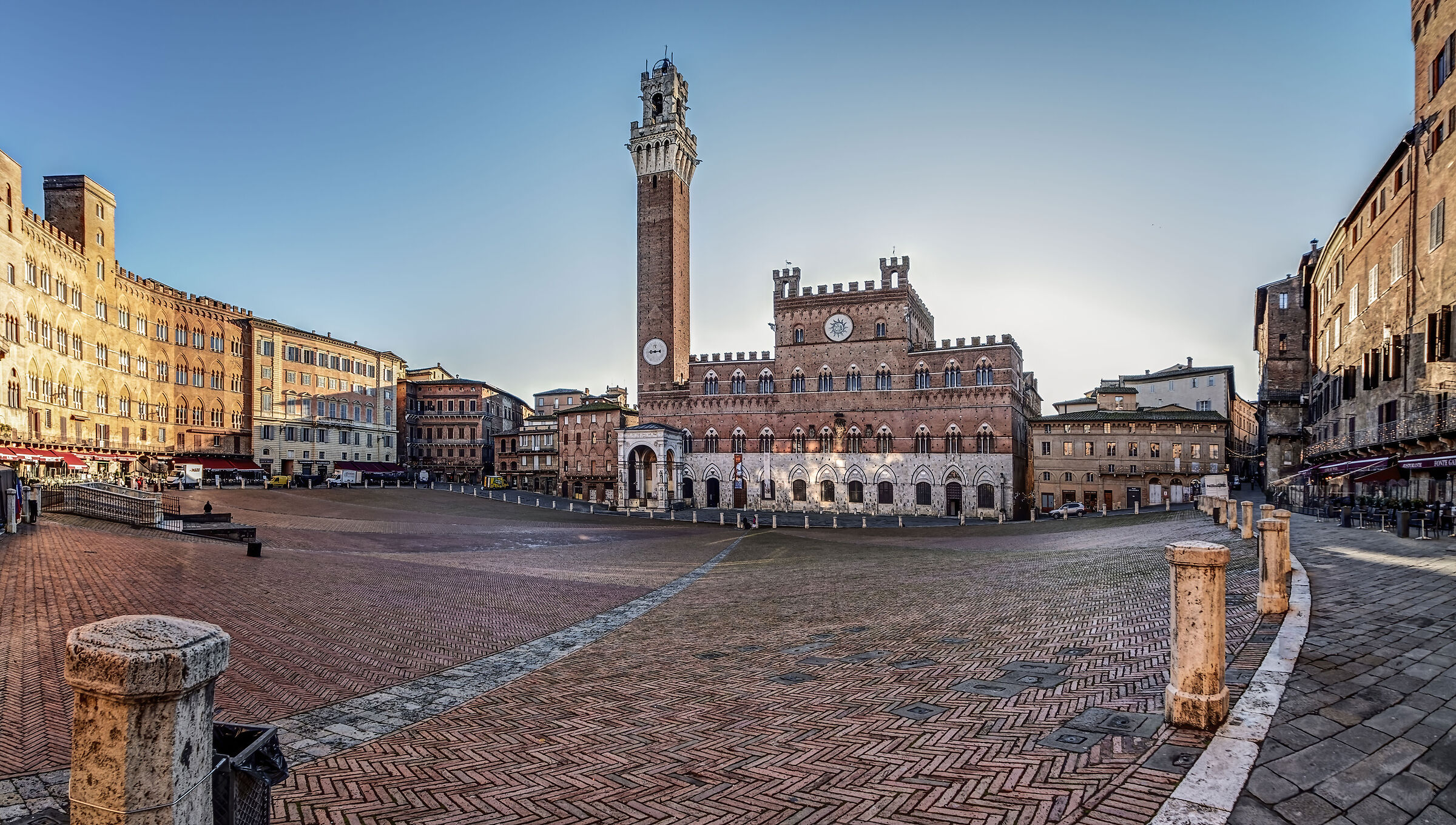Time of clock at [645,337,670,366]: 8:44
